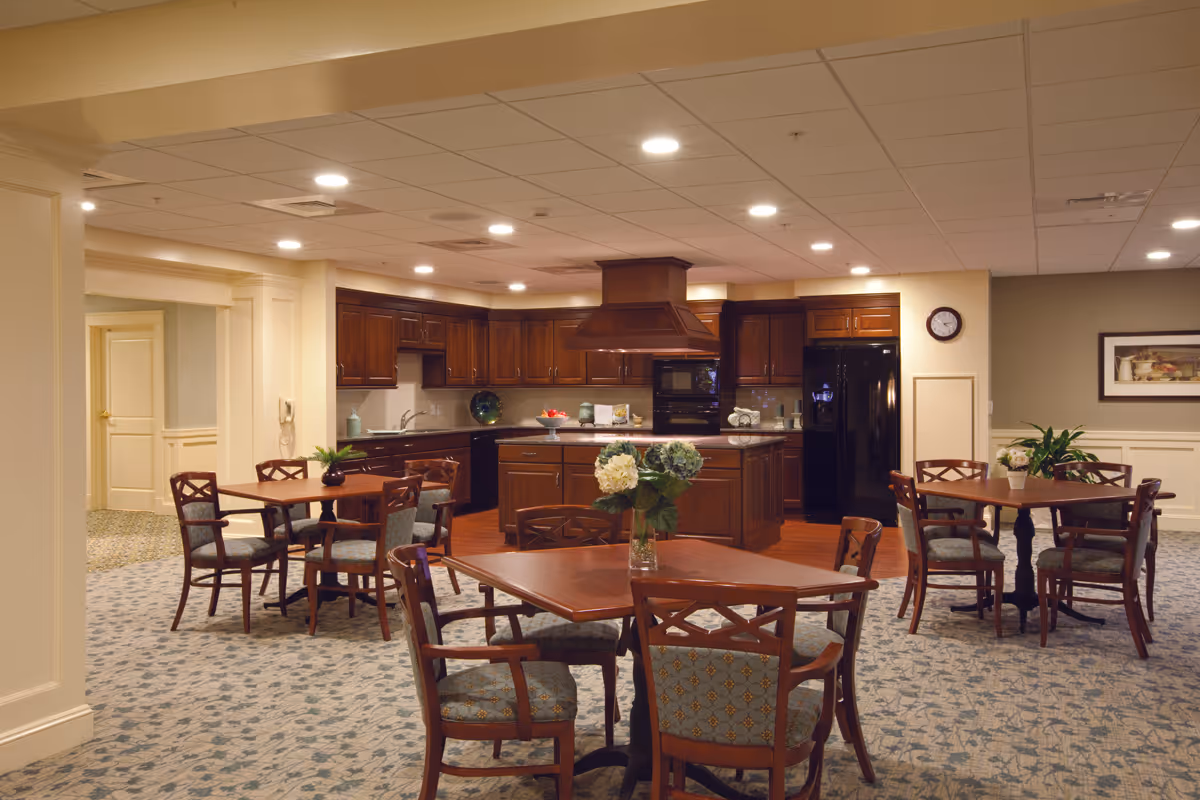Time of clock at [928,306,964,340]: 4:13
